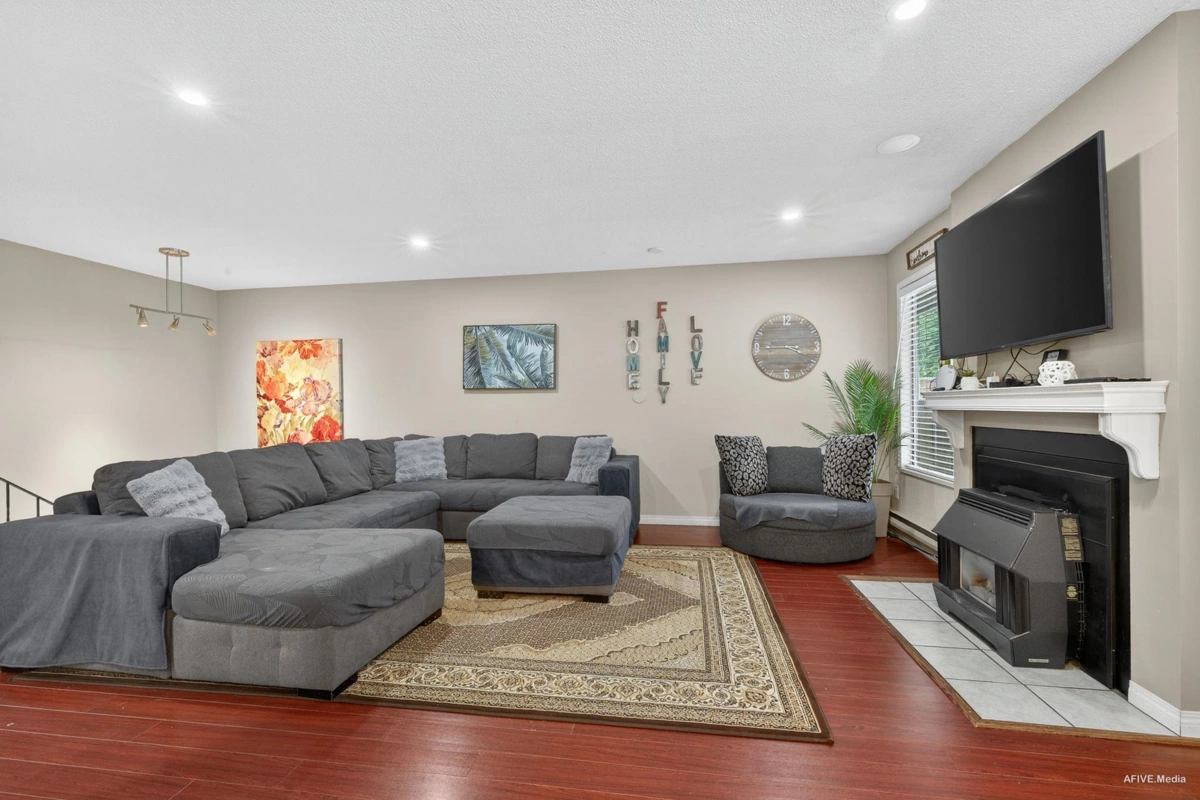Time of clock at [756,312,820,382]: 3:45
